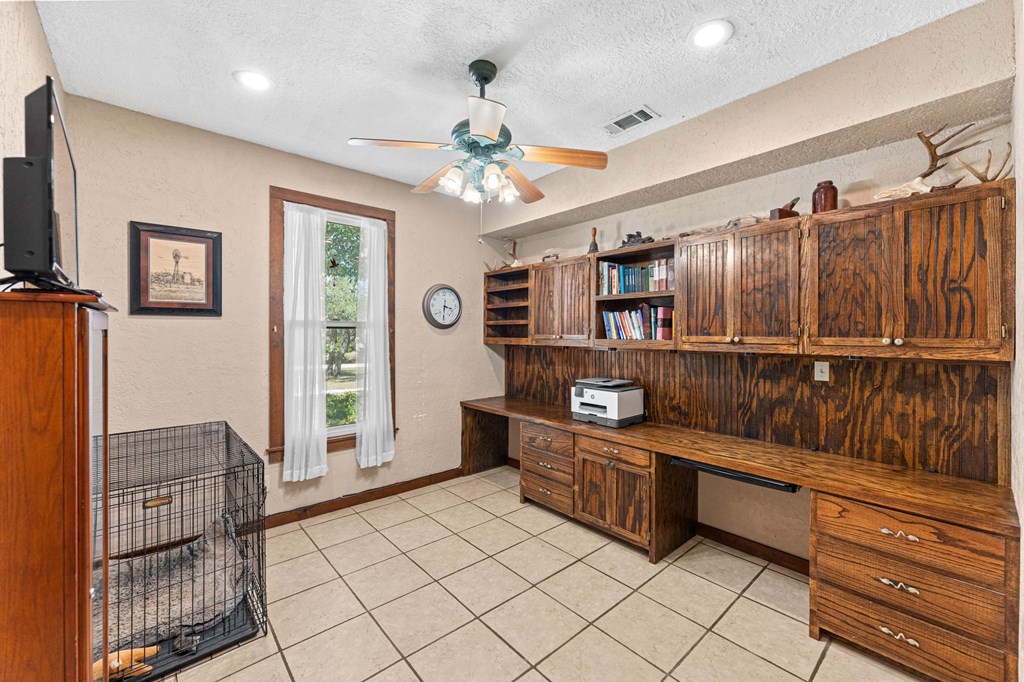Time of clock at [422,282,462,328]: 3:31
